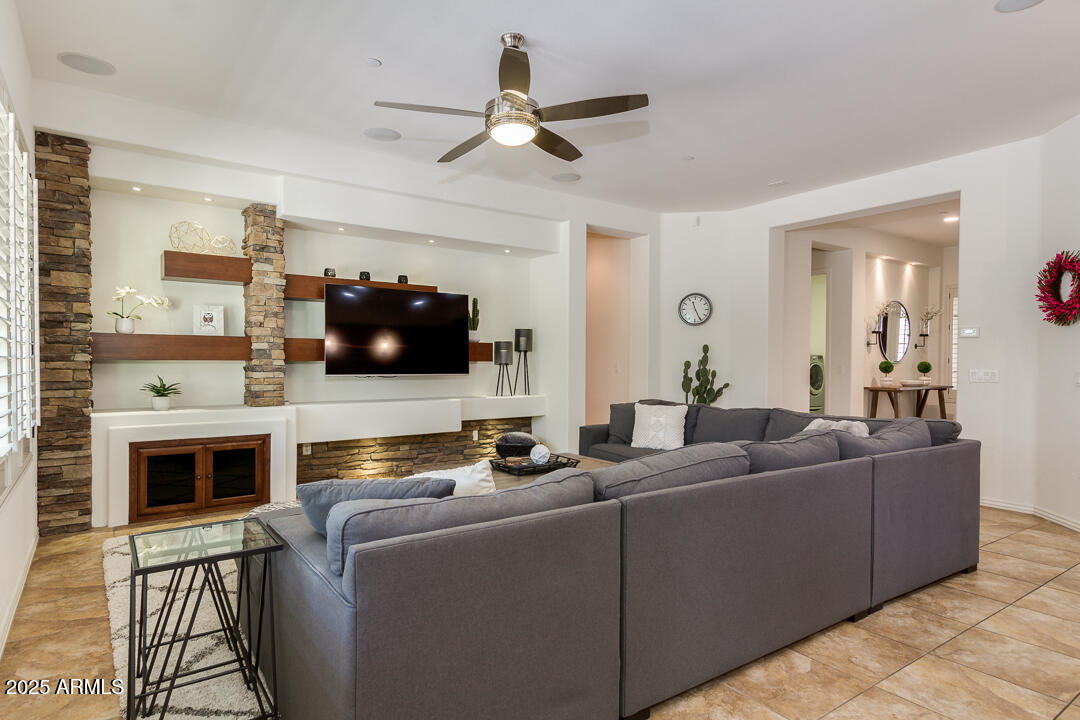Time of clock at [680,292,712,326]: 11:25
